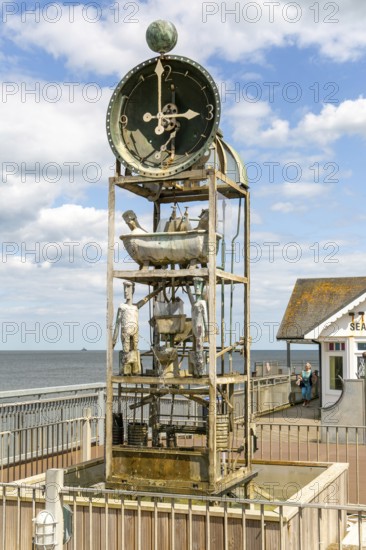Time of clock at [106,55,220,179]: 2:59
